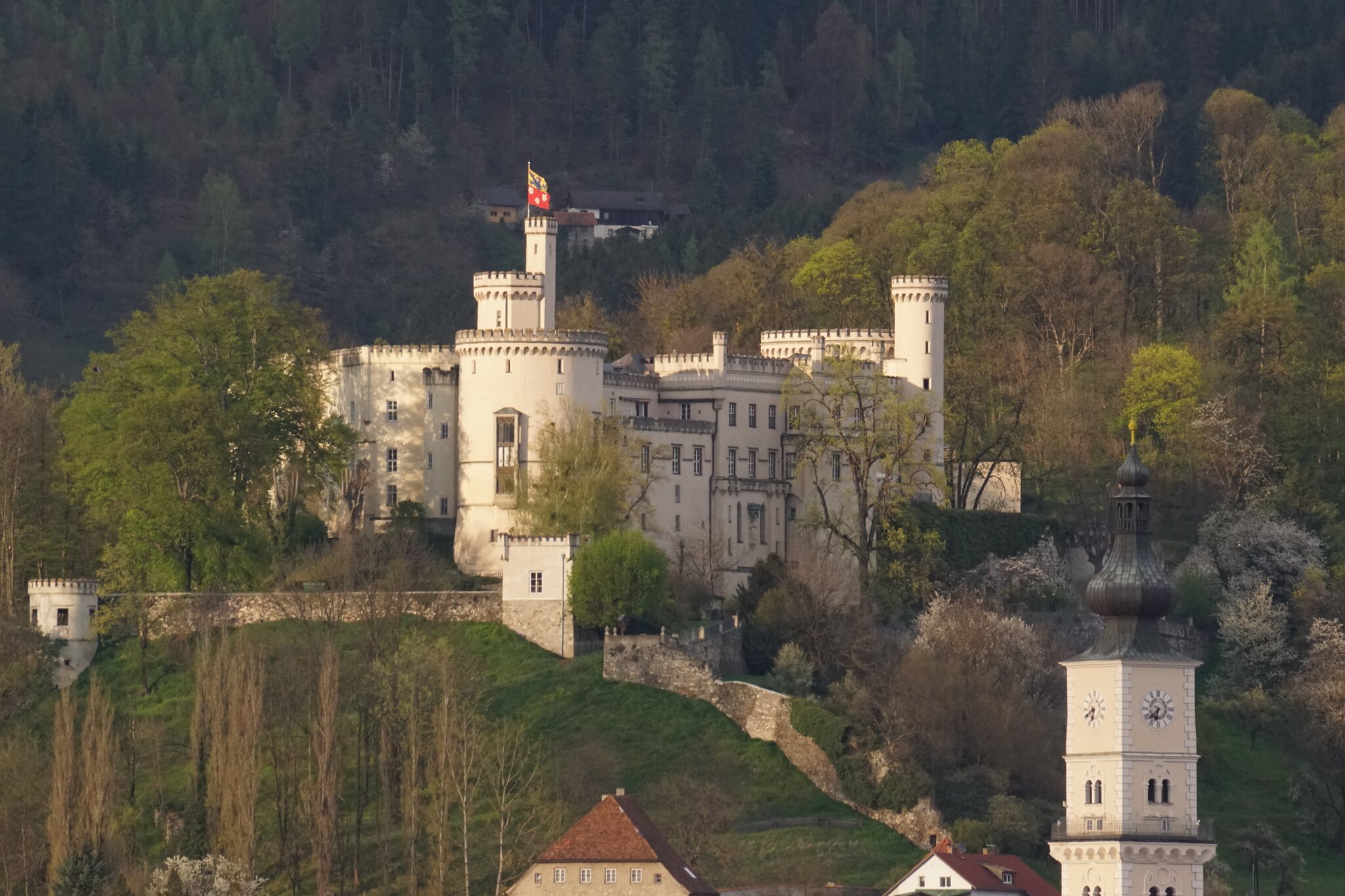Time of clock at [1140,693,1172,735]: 6:38
